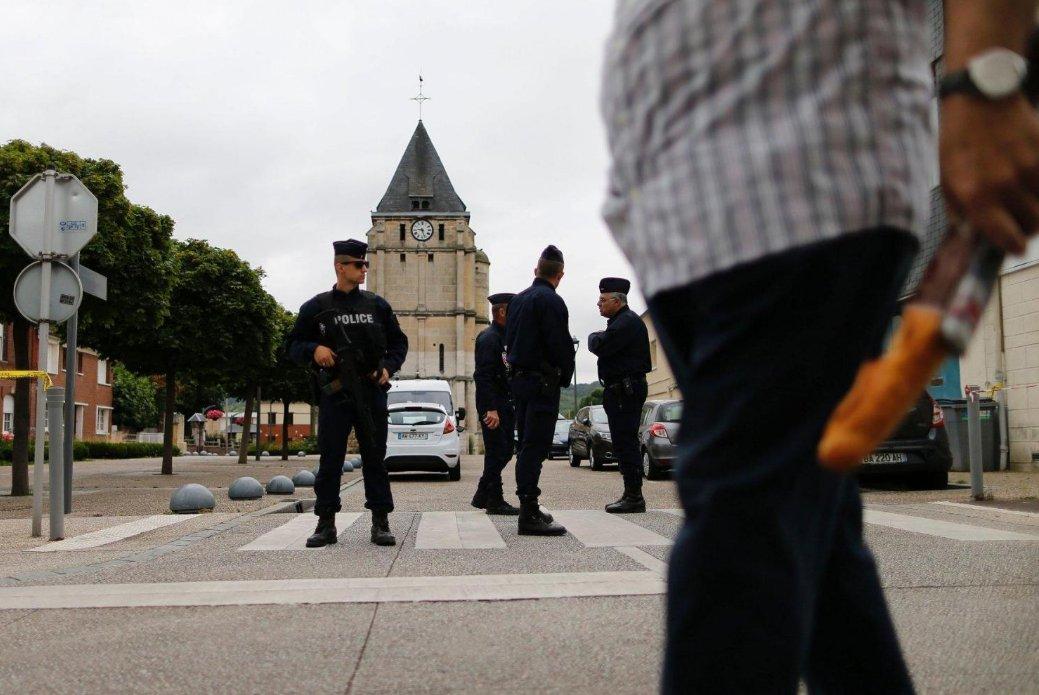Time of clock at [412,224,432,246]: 9:27
